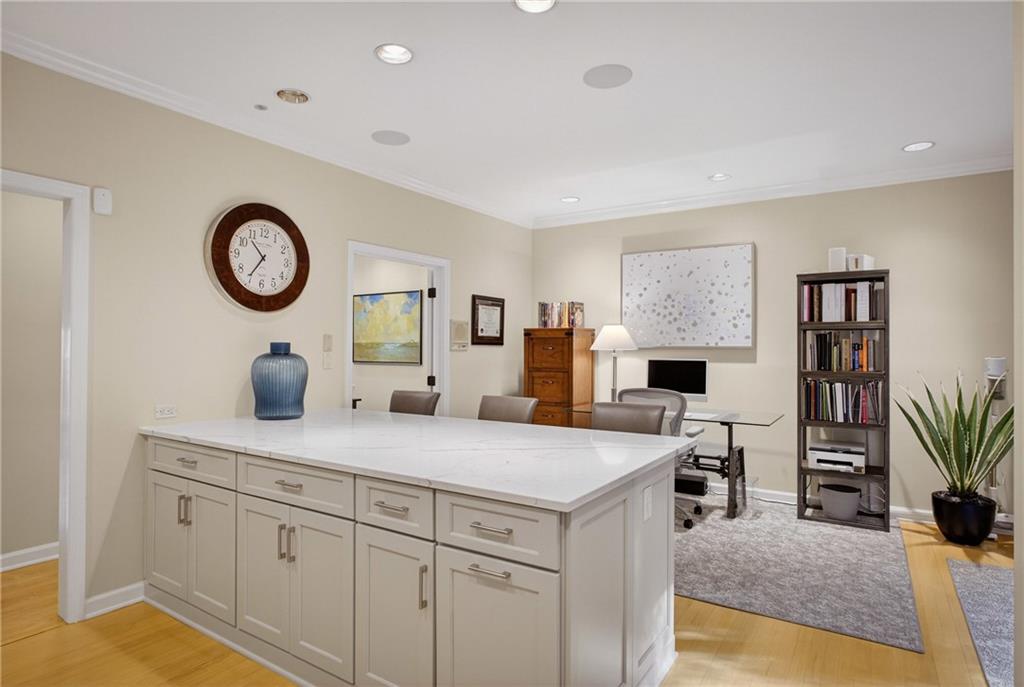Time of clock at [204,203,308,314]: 10:35
